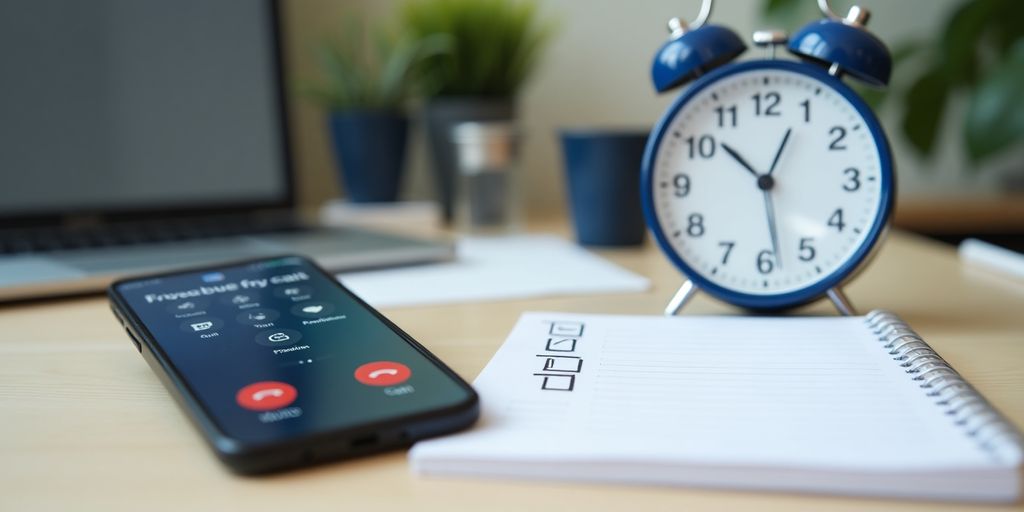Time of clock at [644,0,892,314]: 10:28
